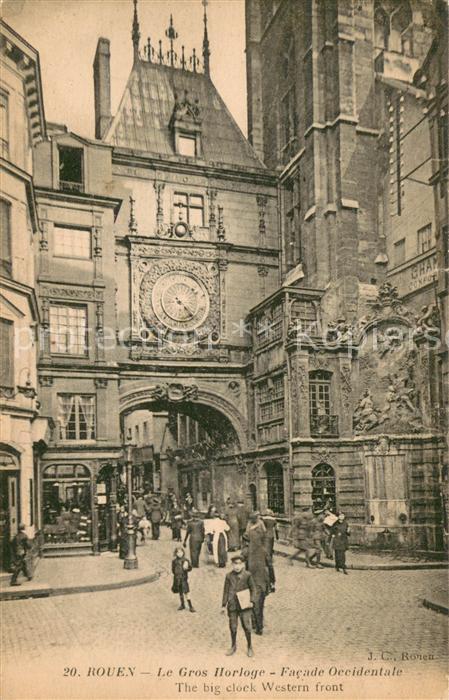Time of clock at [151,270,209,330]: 4:22
